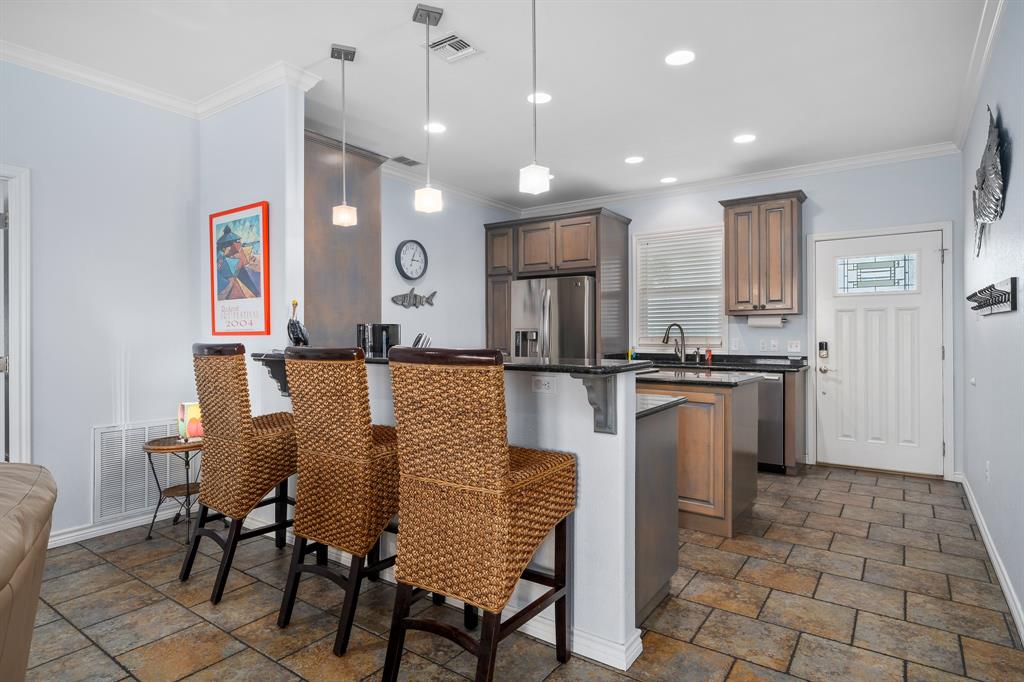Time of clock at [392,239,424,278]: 3:04
